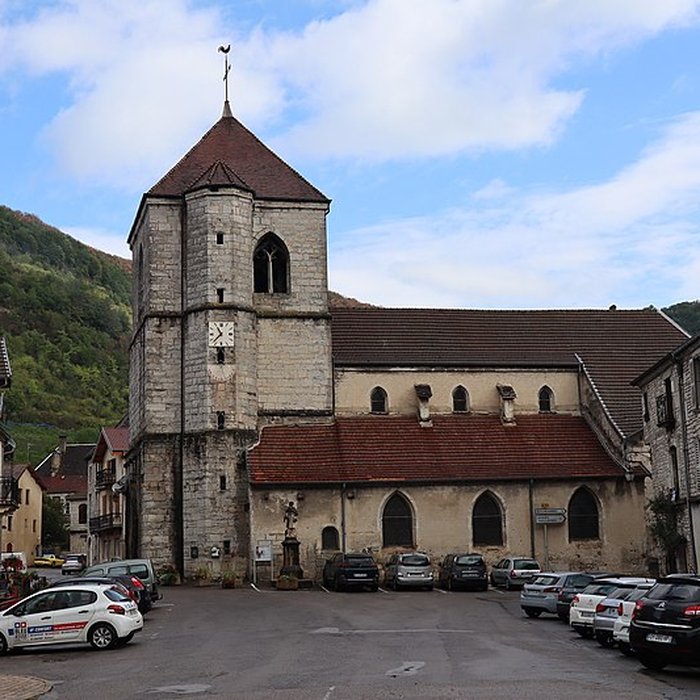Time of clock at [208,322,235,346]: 10:37
